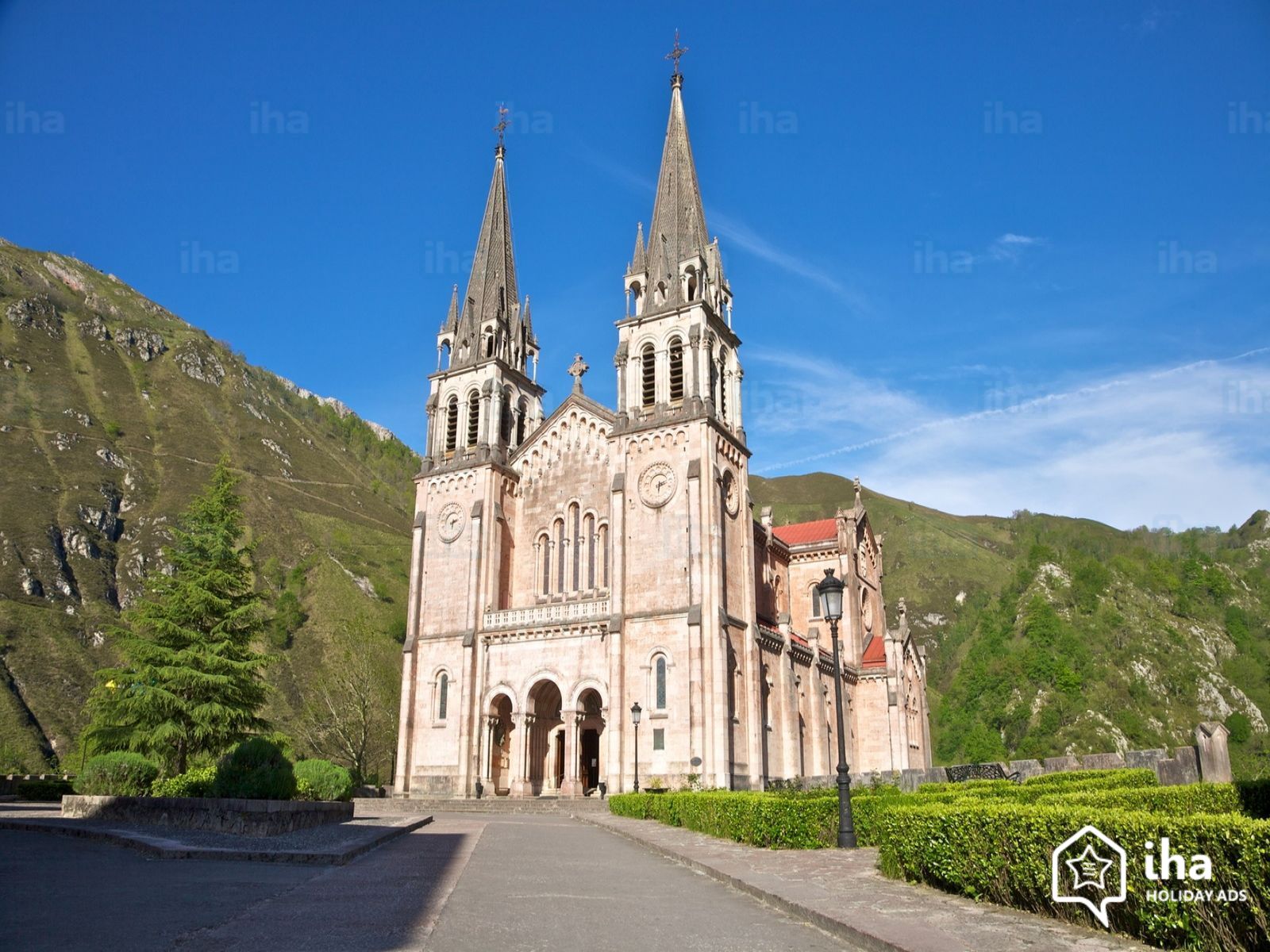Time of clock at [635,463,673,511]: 2:29
